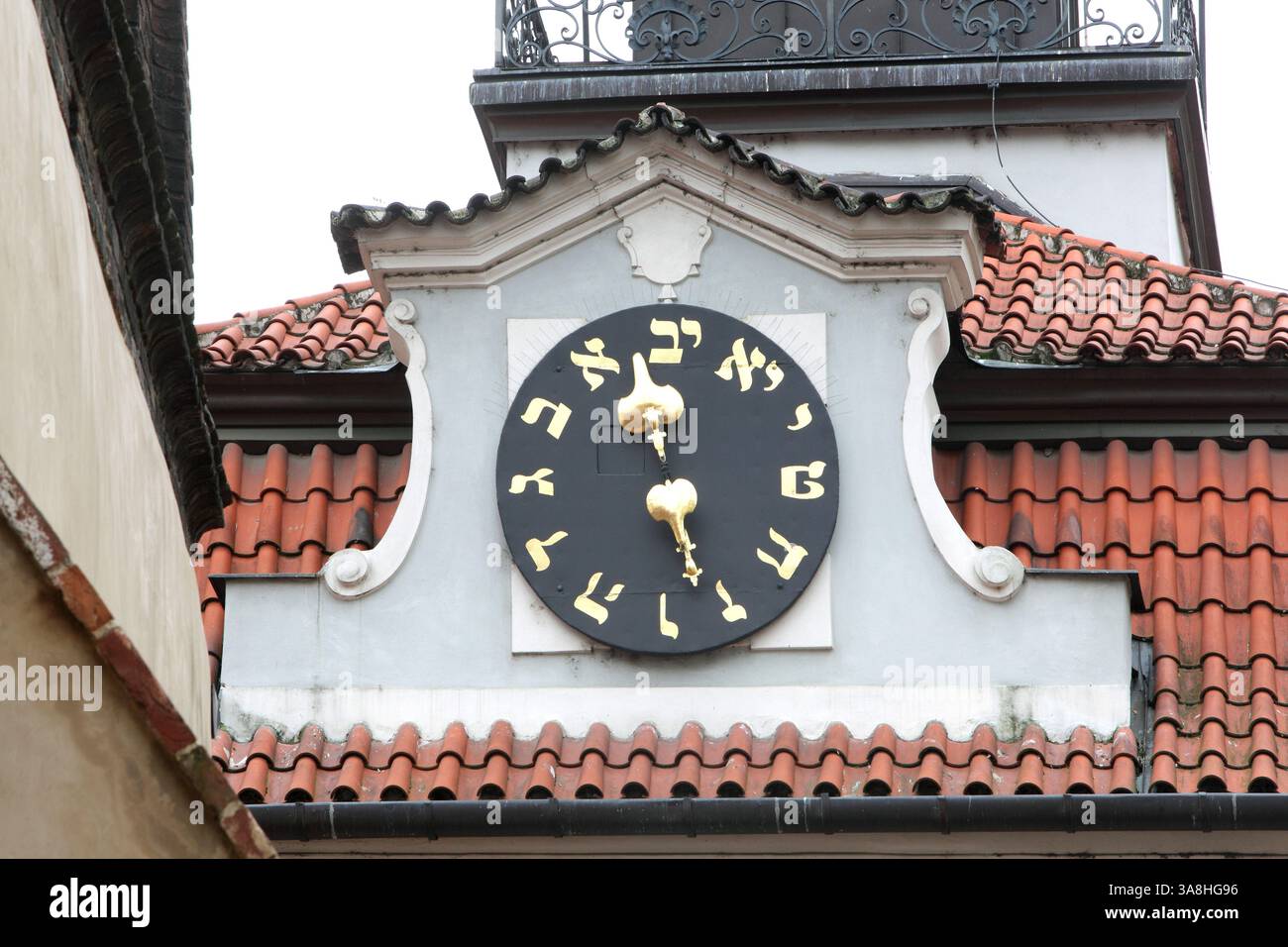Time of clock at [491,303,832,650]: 5:26
